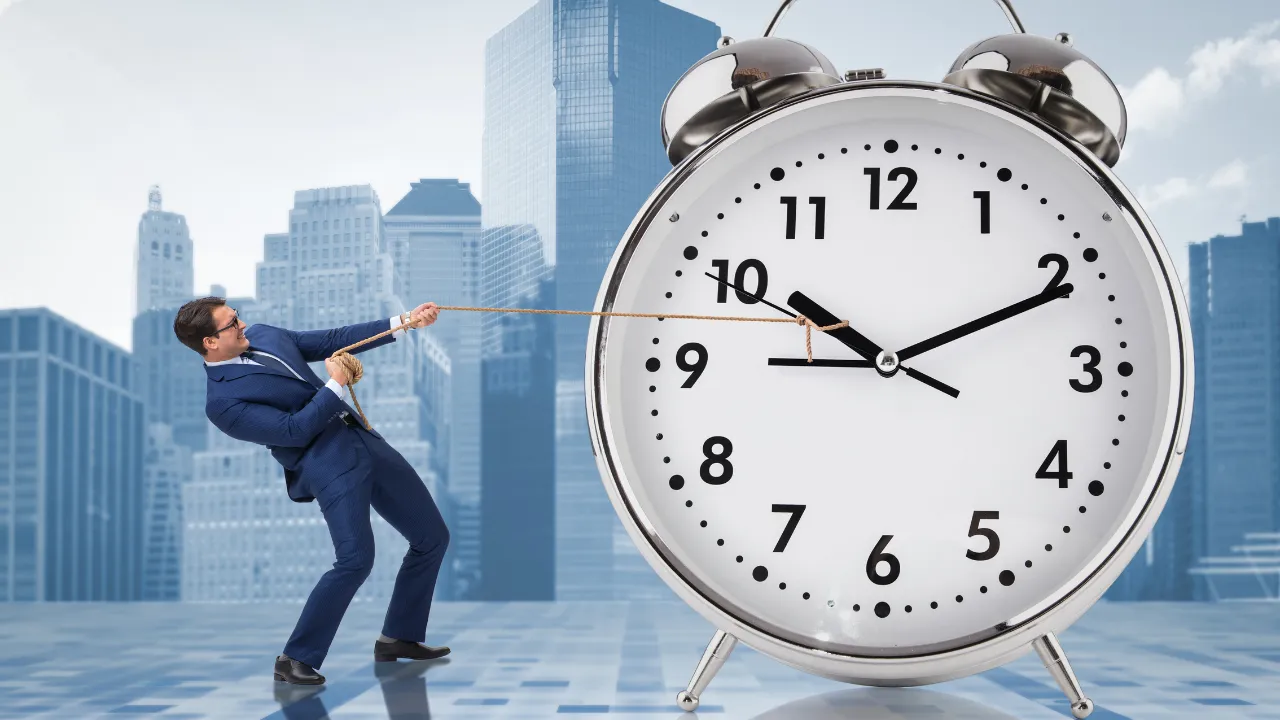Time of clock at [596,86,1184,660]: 10:10
